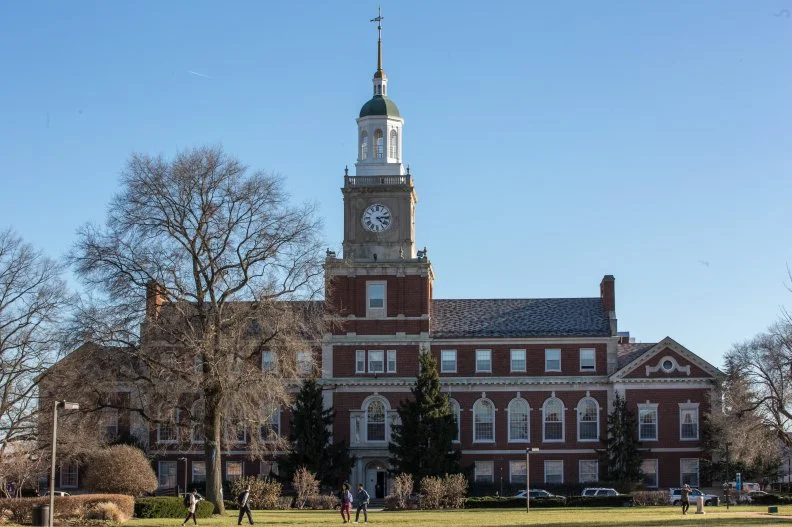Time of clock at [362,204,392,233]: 4:13
